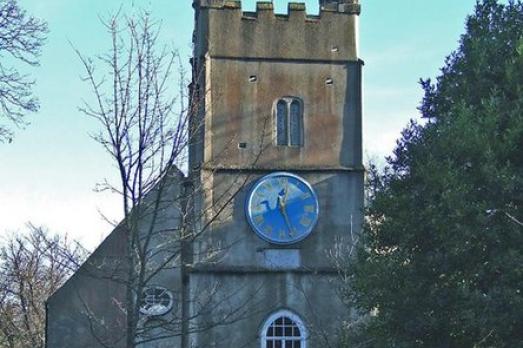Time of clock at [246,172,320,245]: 12:26
